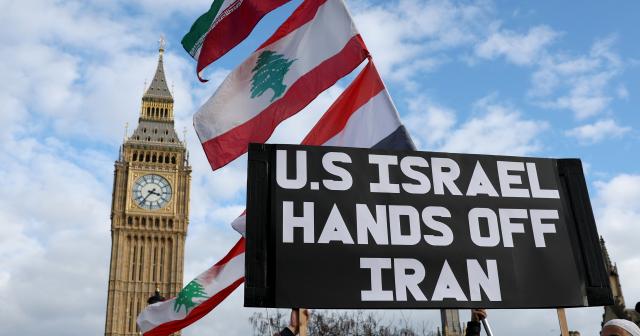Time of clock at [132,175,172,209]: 3:36
